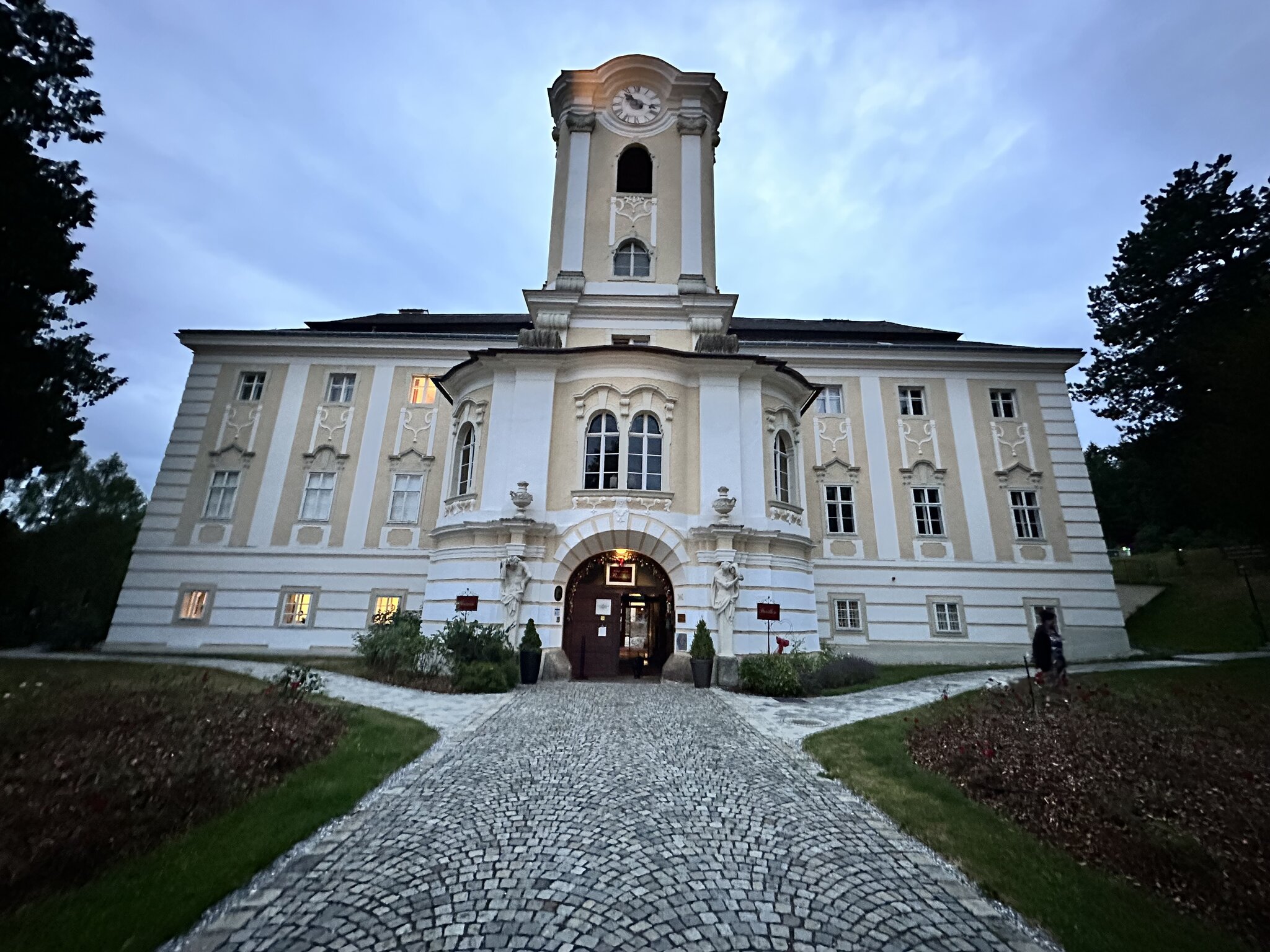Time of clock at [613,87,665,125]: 10:17
